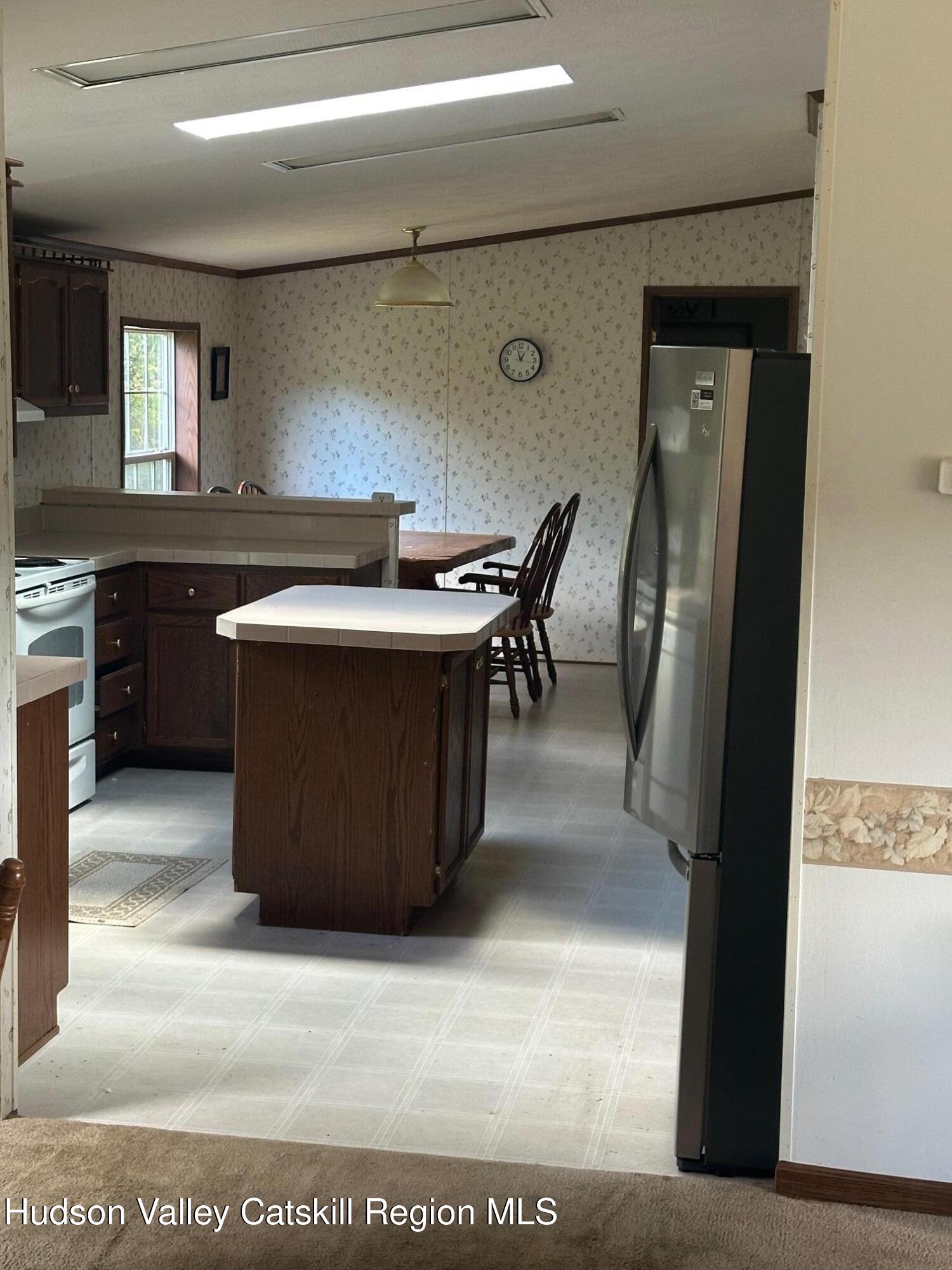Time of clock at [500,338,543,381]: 12:57
